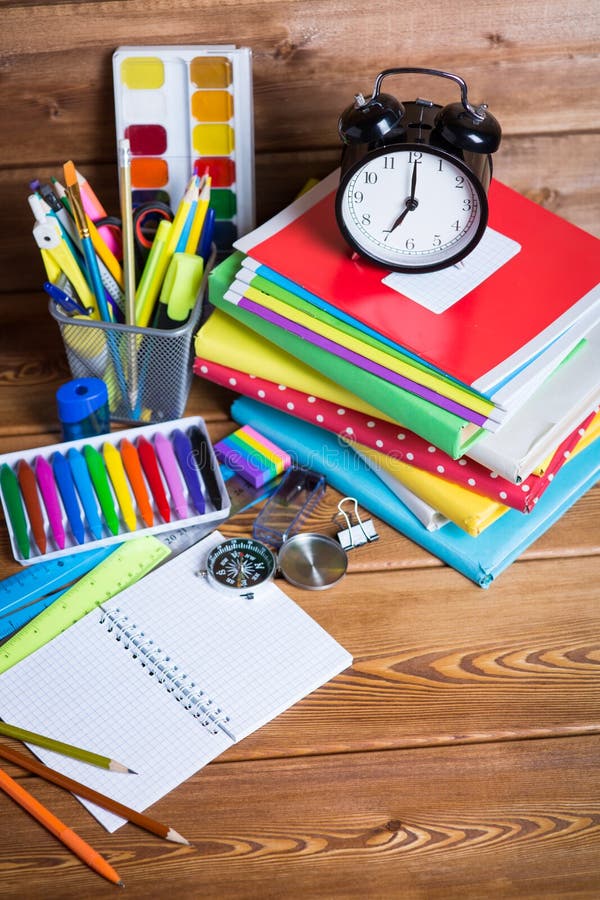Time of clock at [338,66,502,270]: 7:00
